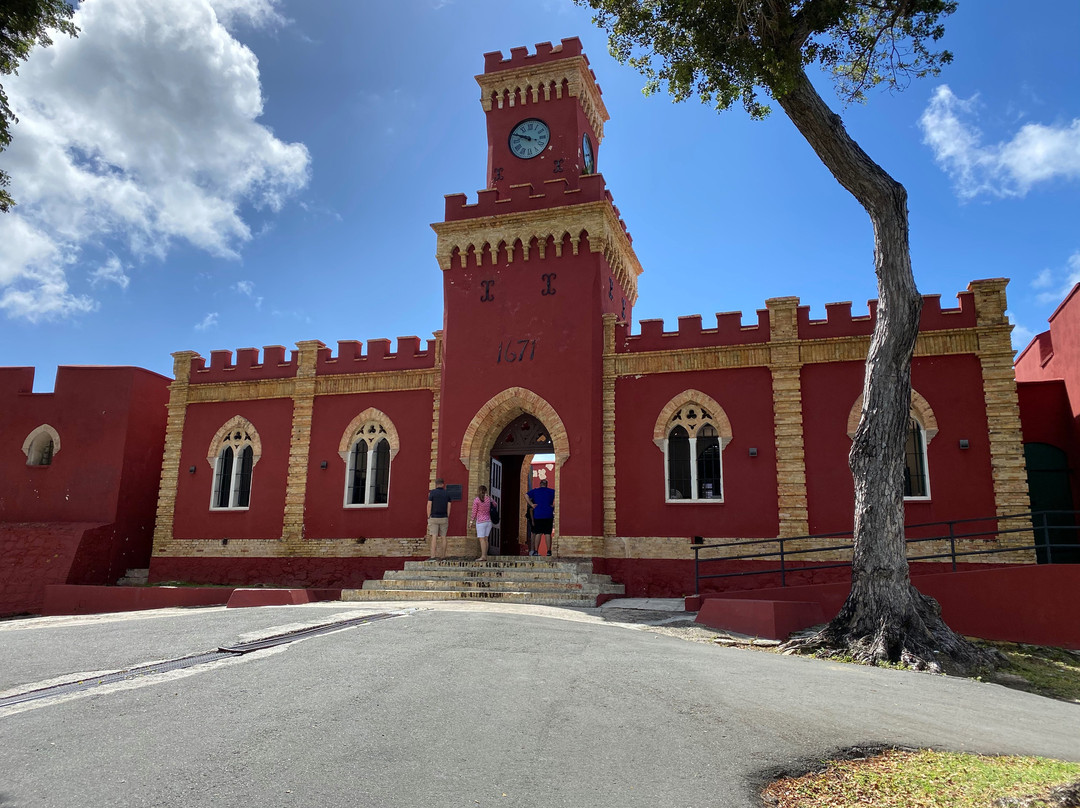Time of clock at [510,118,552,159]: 9:48
